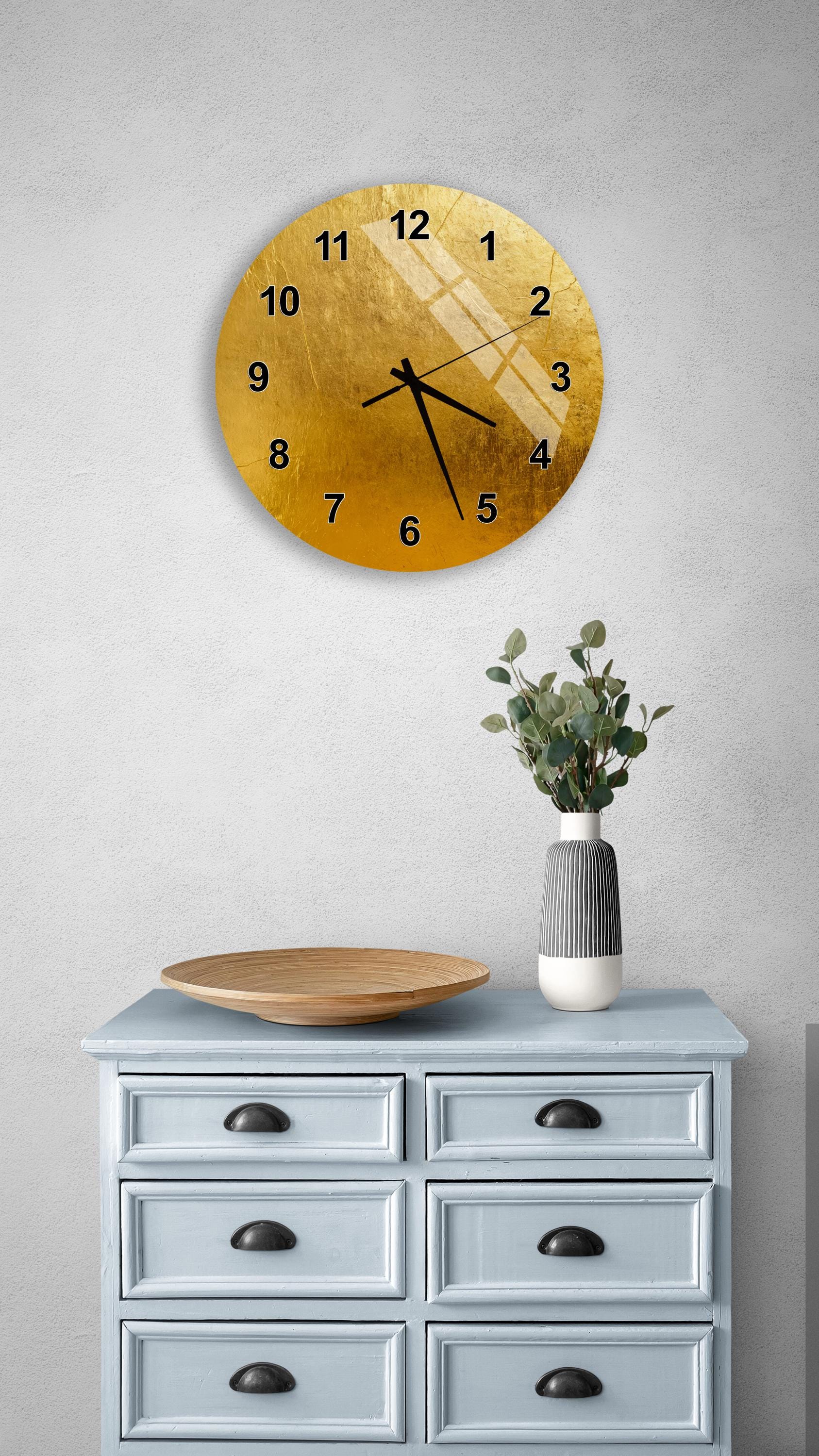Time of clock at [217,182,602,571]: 3:26
